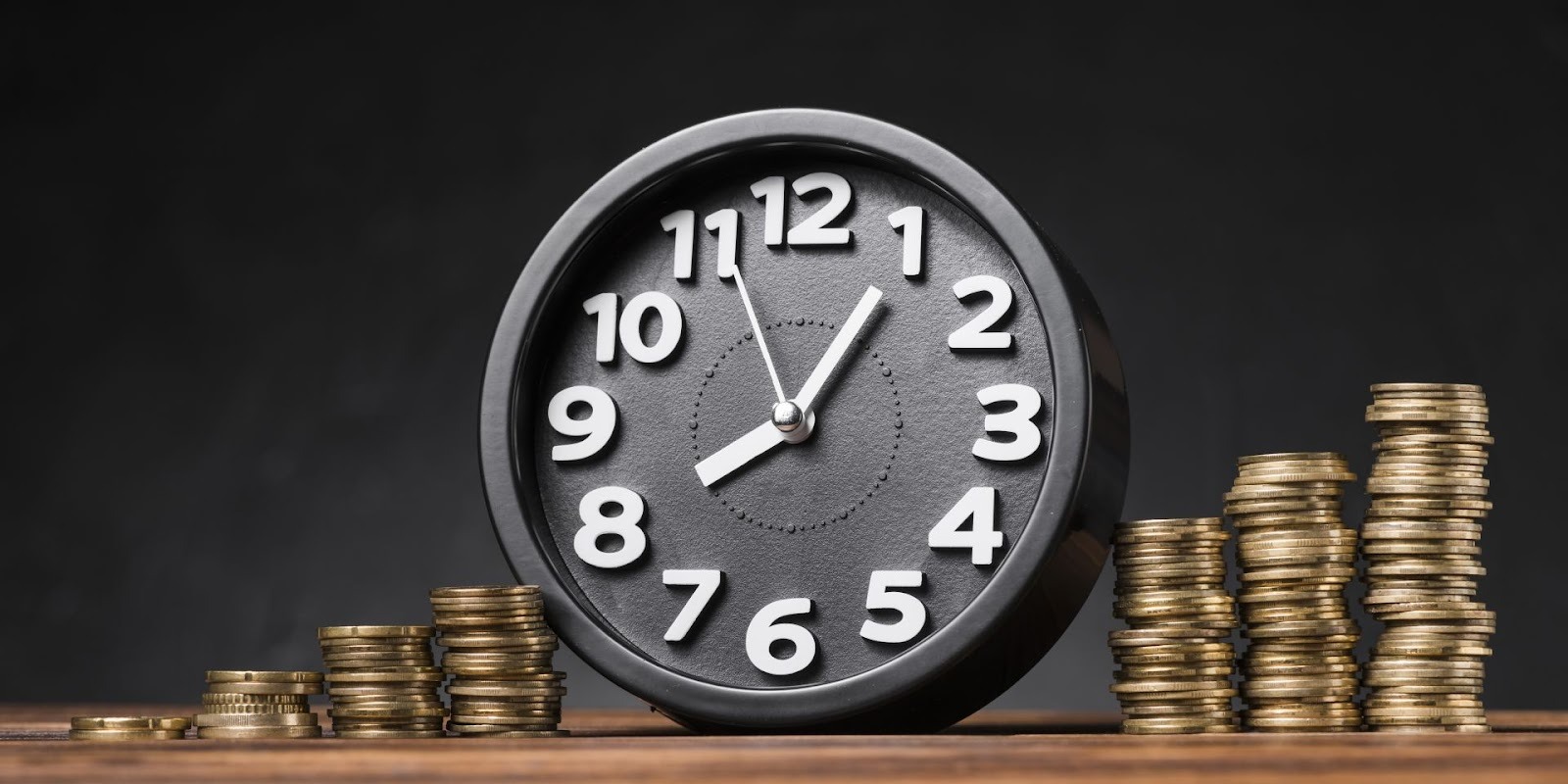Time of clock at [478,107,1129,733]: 8:05
